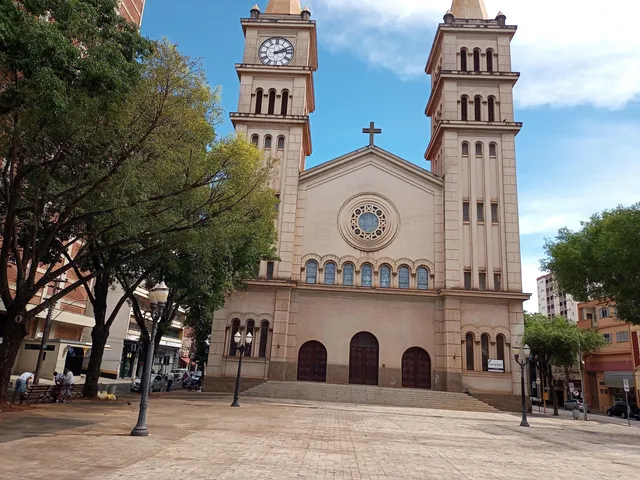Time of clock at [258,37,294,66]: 2:12
